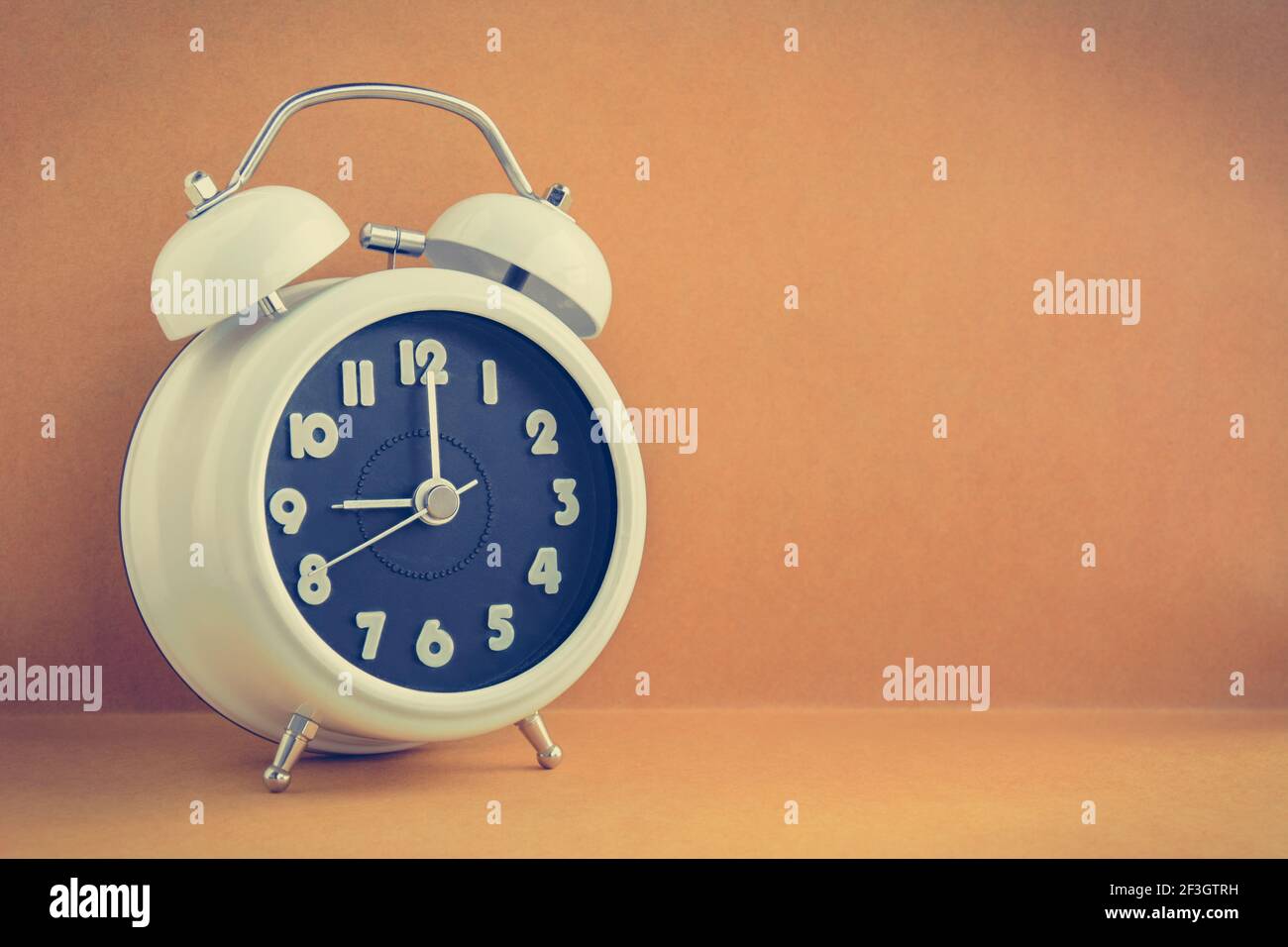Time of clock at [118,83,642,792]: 9:00
